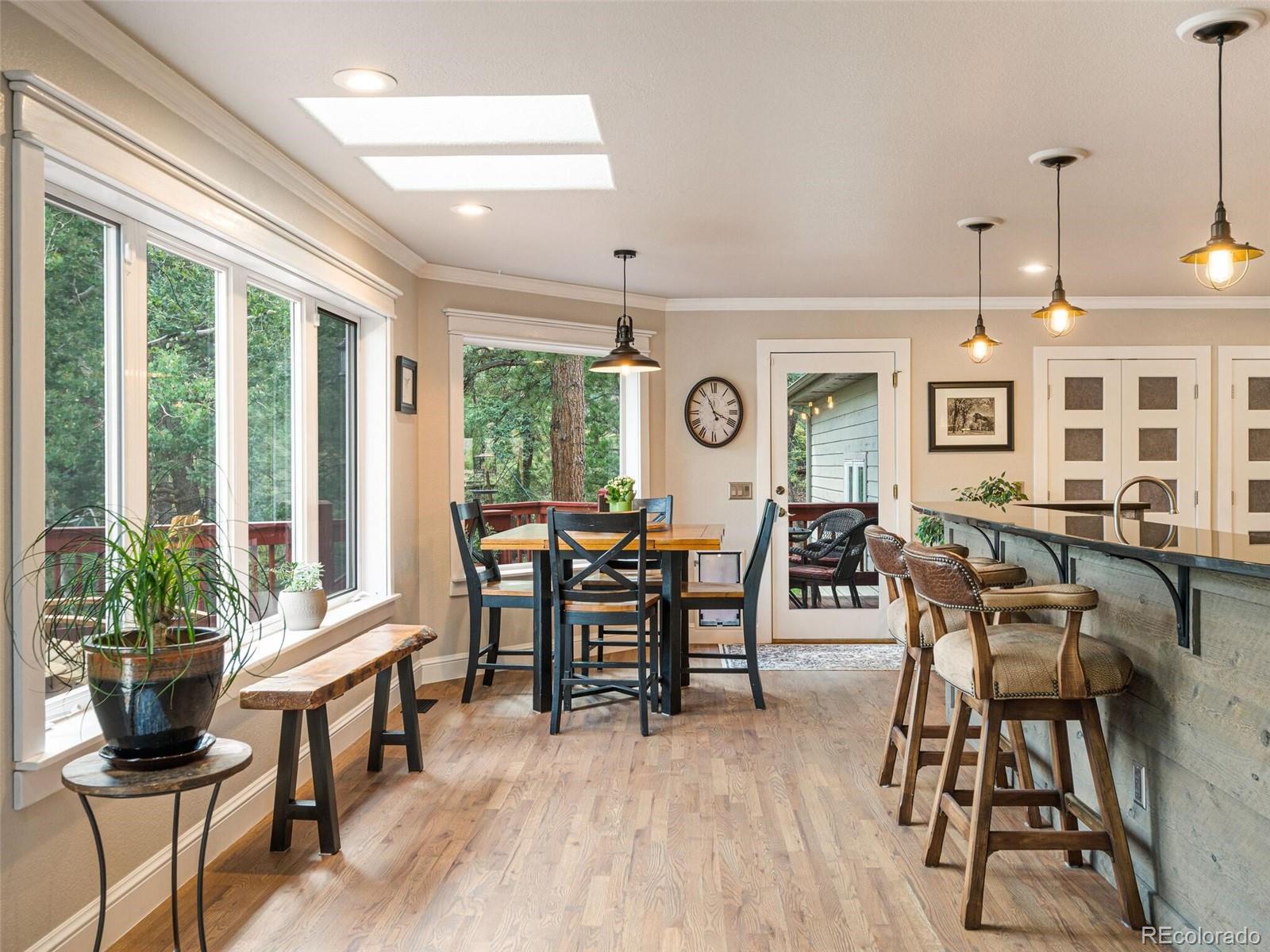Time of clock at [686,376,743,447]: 11:18
